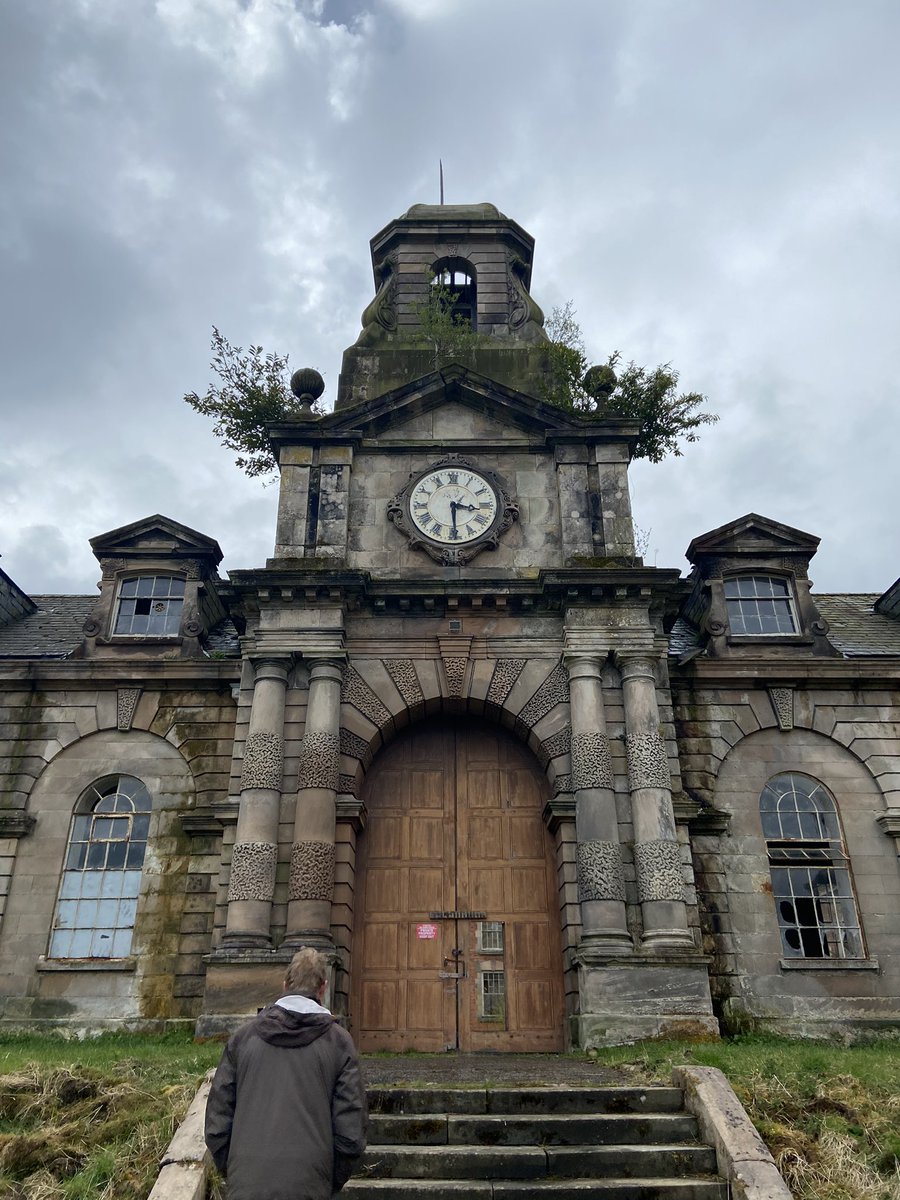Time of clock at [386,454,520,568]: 3:29
